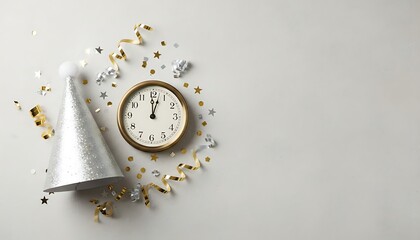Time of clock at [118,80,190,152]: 12:02
